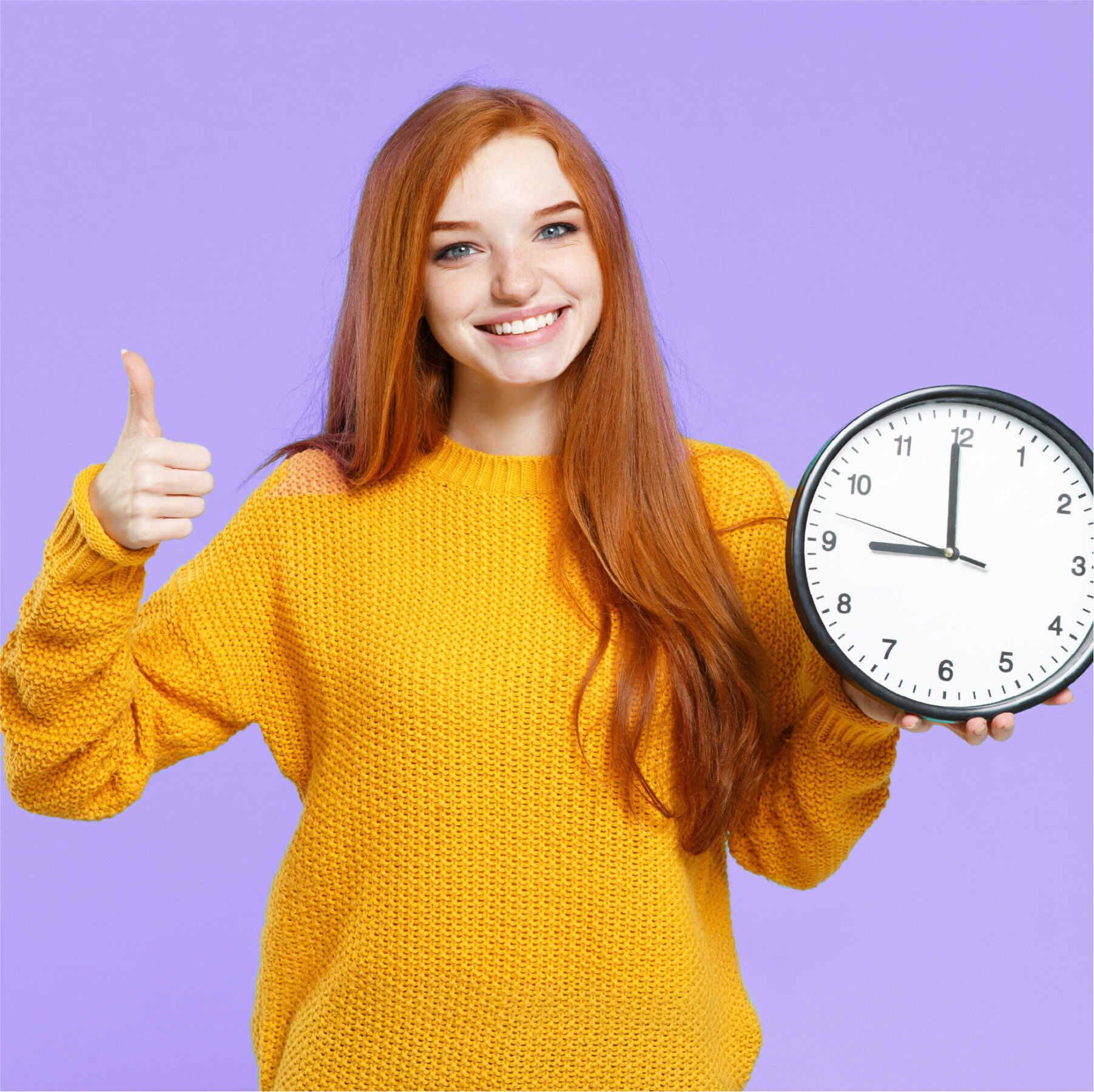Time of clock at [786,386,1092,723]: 8:59
